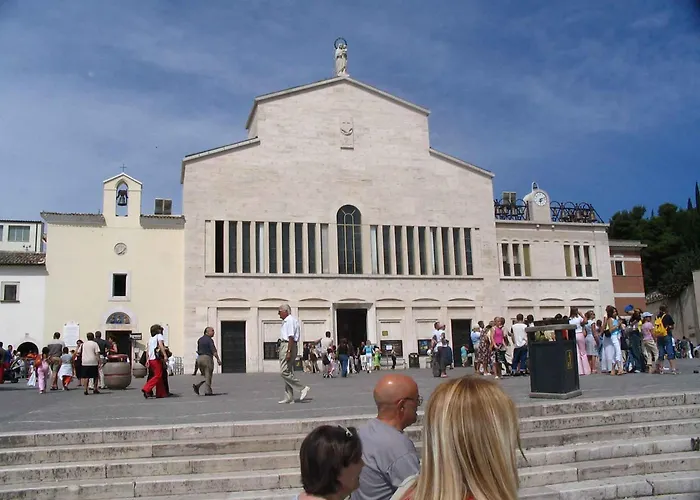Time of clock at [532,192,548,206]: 6:11
